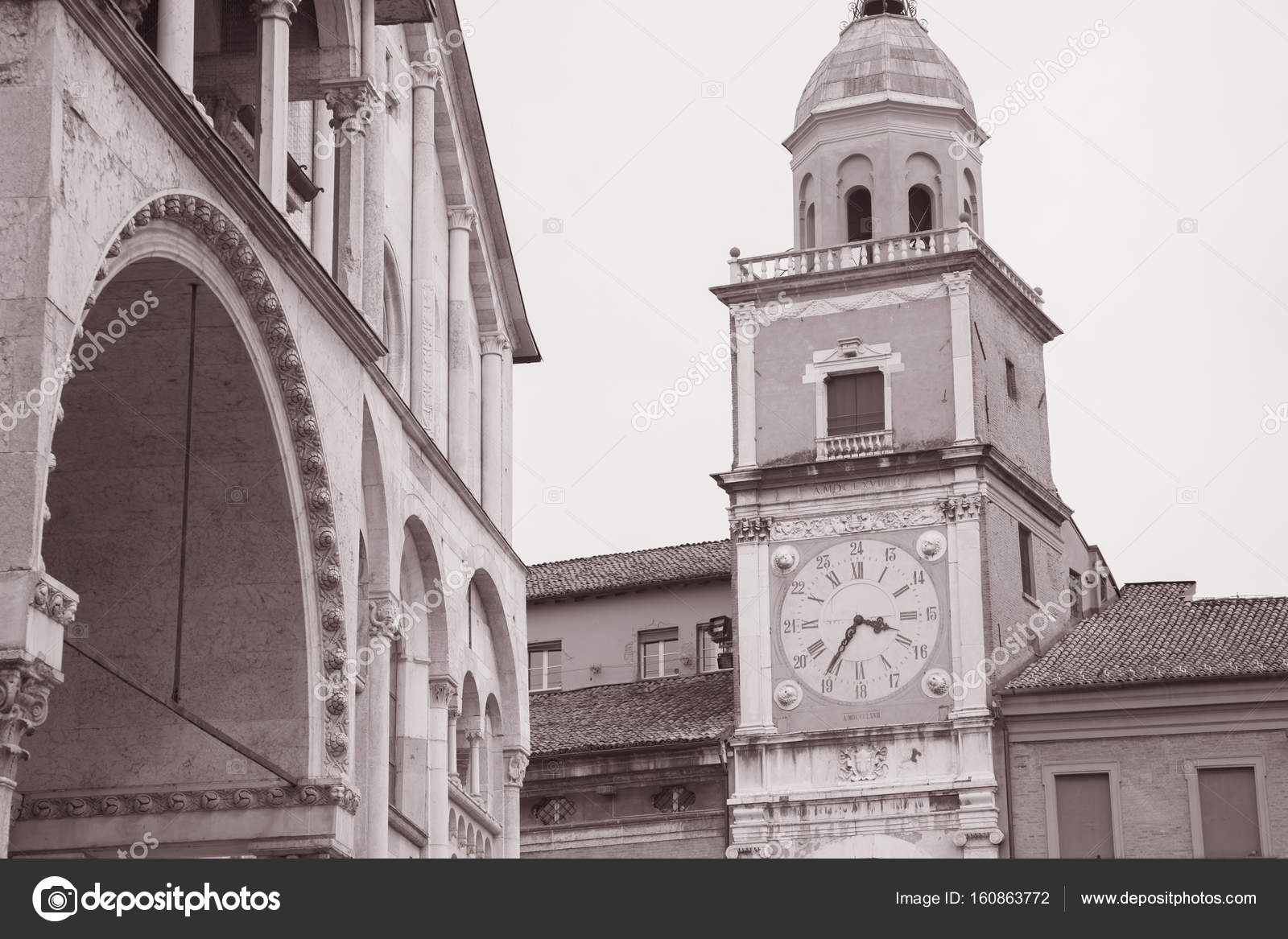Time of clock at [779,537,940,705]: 3:35
